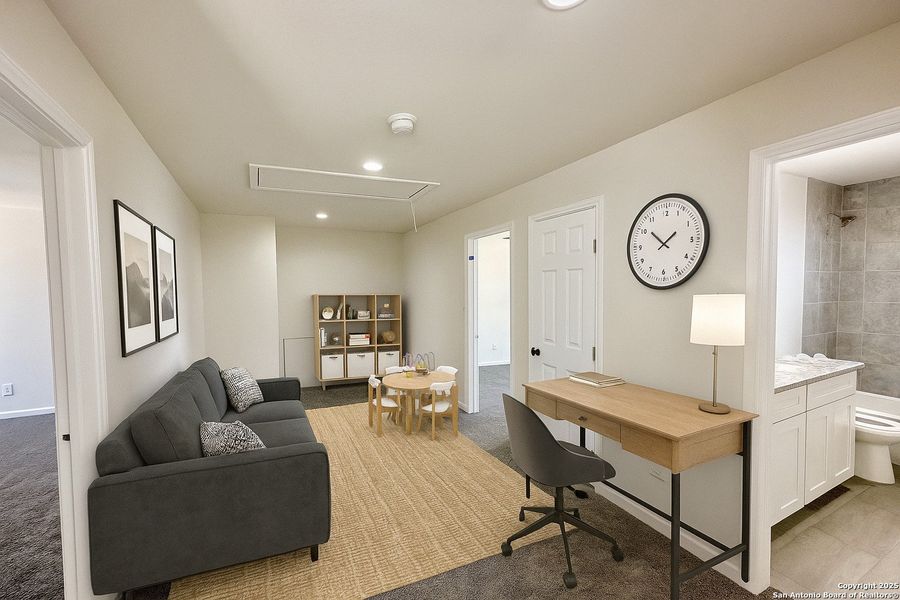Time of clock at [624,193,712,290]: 1:51
